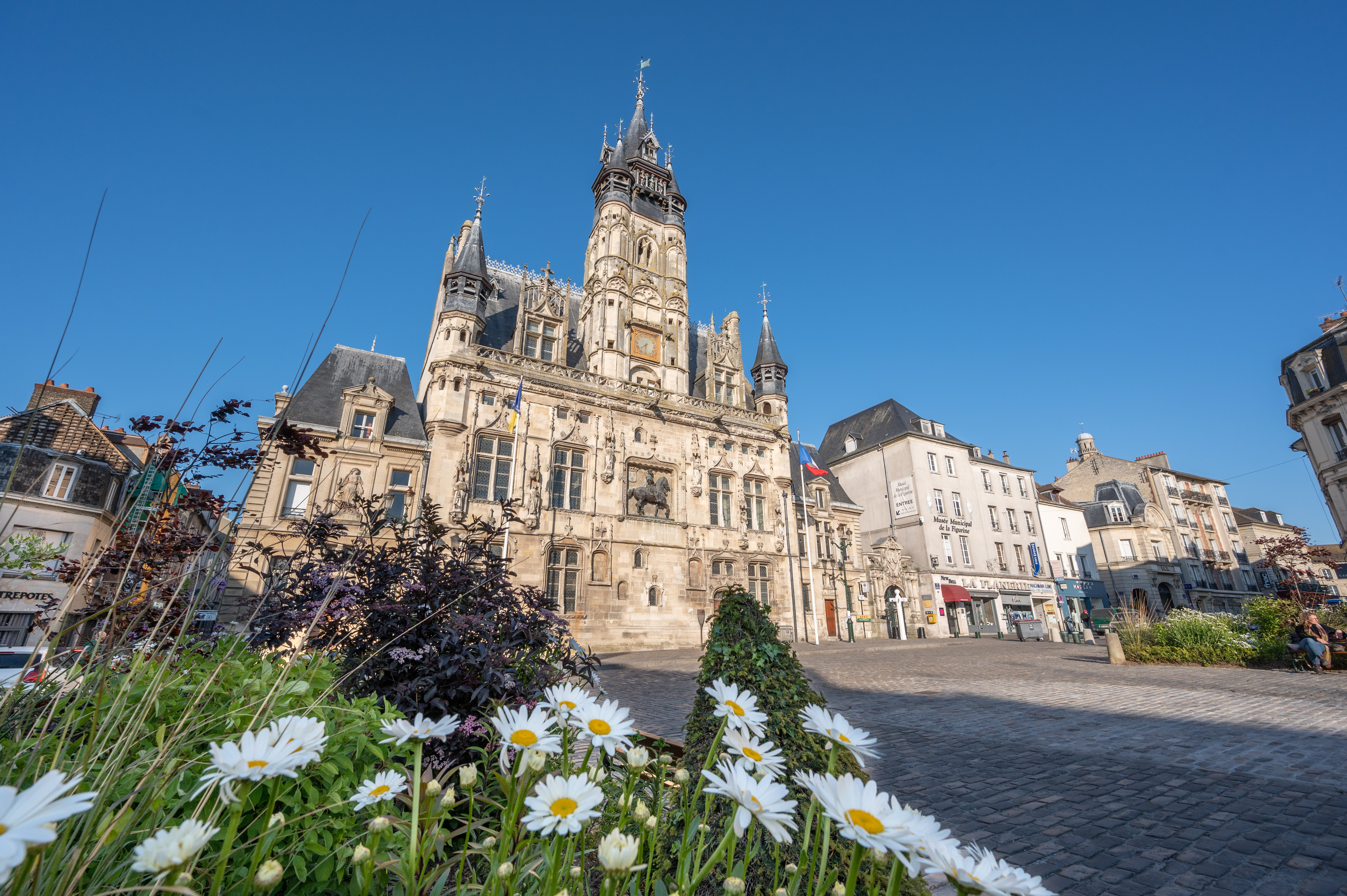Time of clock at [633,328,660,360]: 7:30
